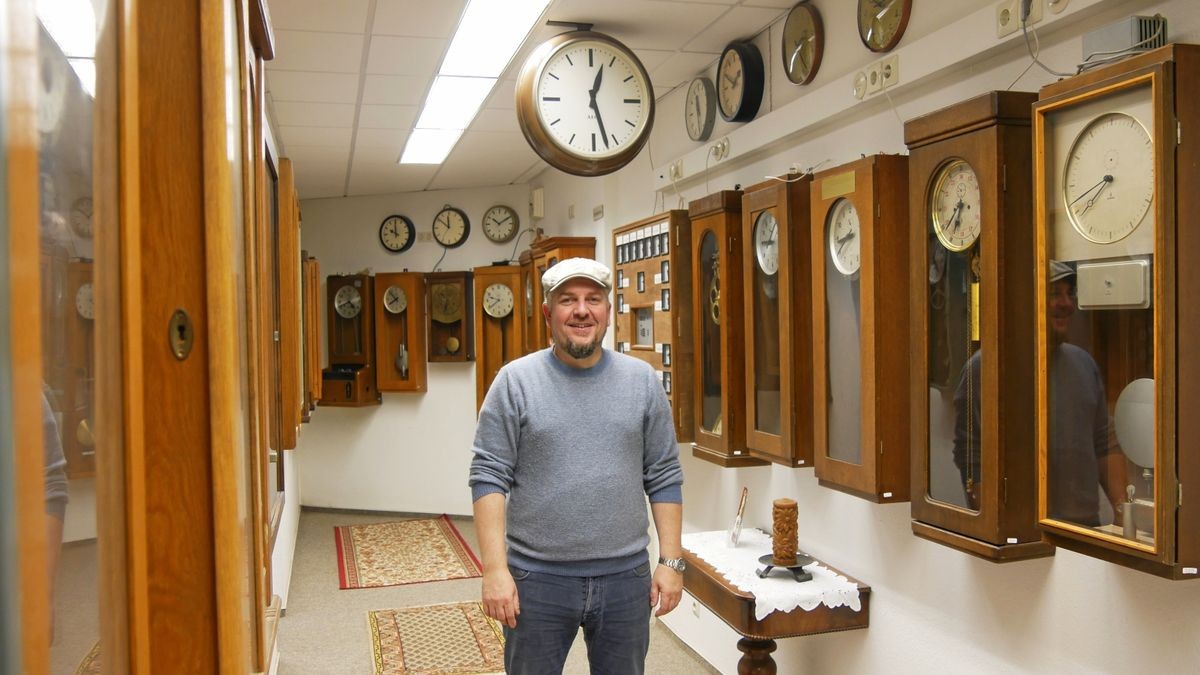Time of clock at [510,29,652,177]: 12:27
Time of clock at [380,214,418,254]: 9:59
